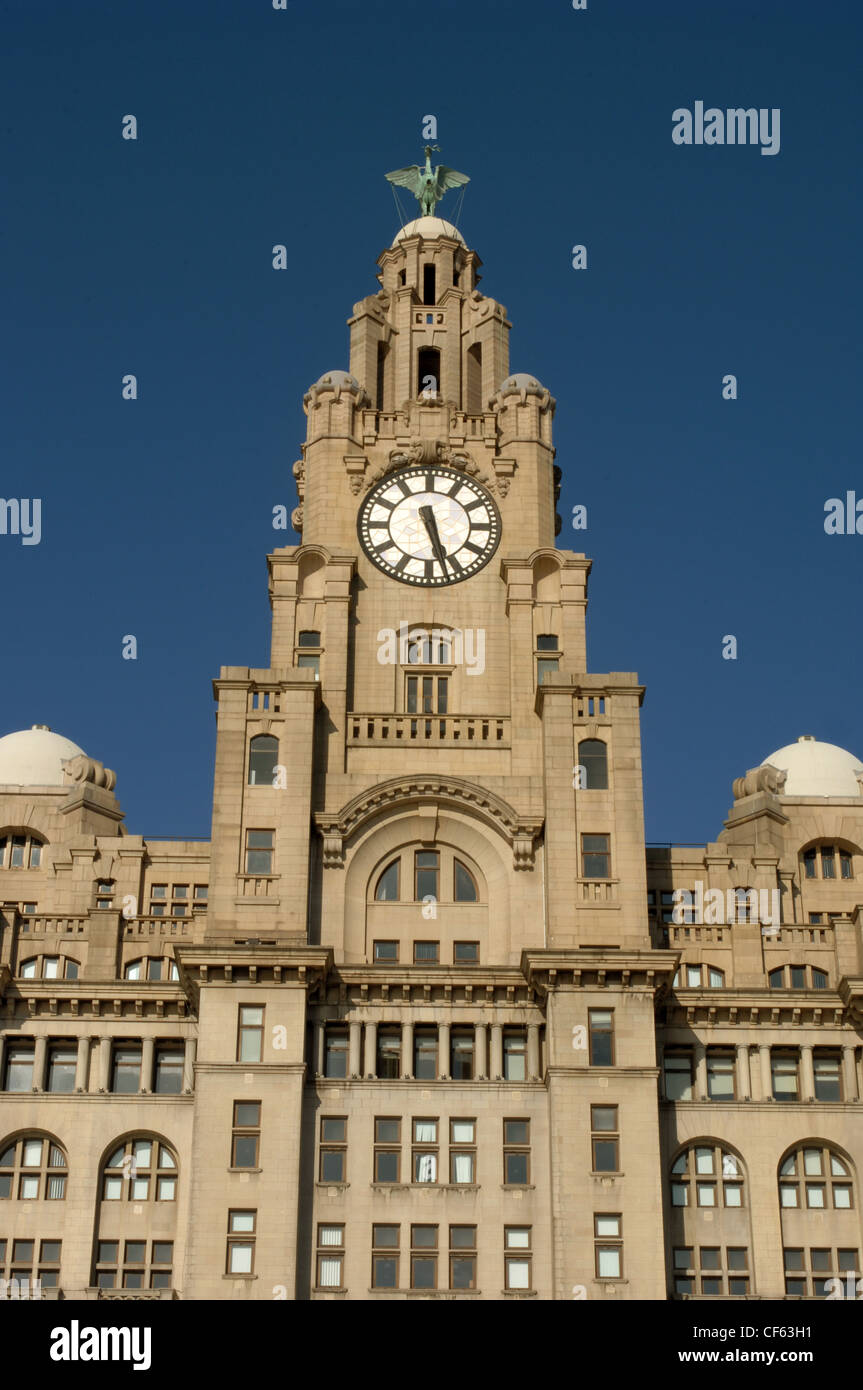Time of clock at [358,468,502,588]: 5:26
